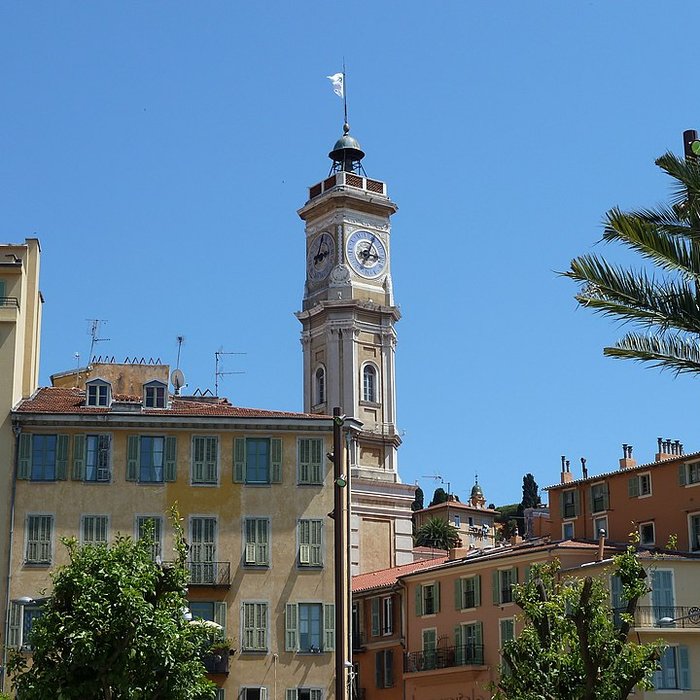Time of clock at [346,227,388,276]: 3:04
